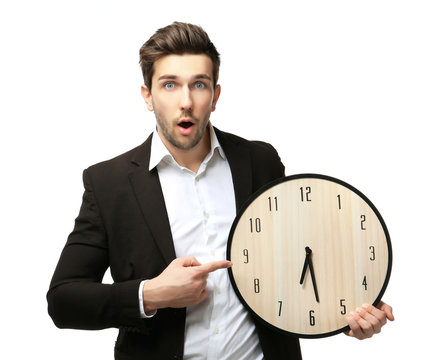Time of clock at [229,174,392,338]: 6:28
